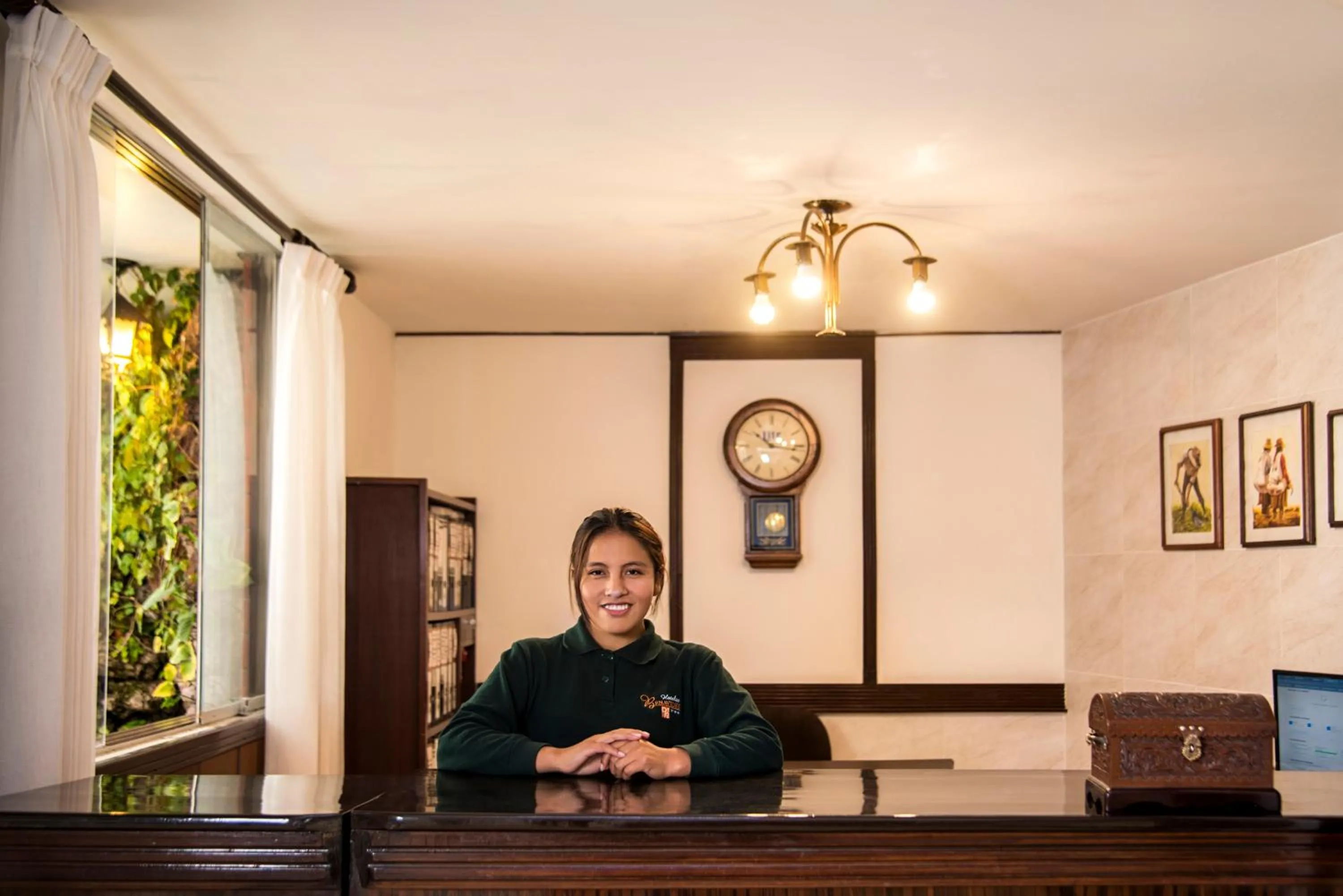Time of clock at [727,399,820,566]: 10:15
